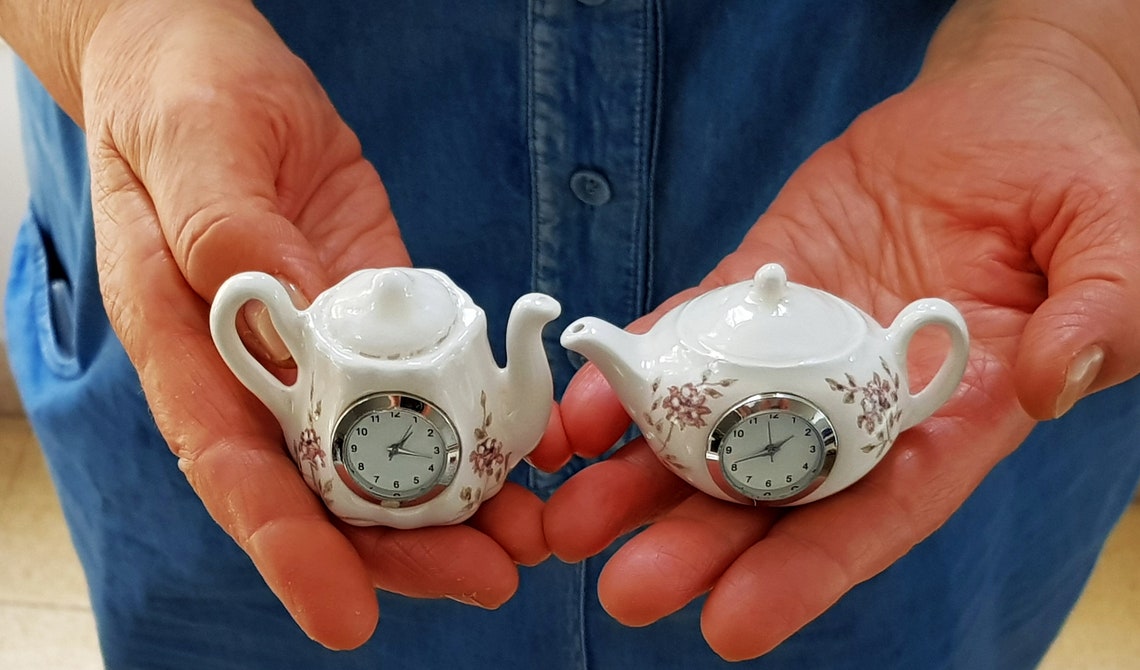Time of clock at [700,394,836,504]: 1:41
